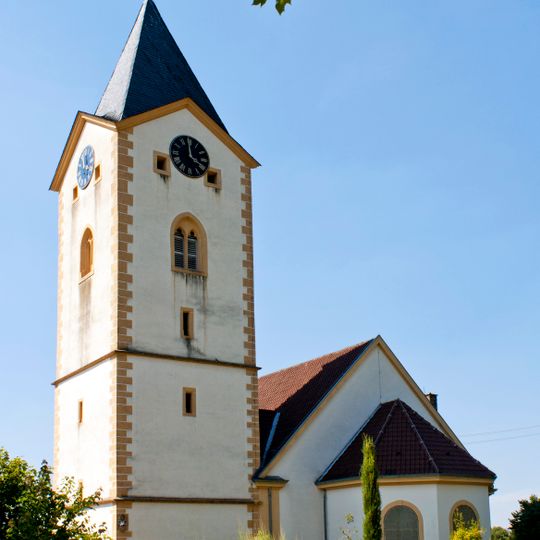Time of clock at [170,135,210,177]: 3:58
